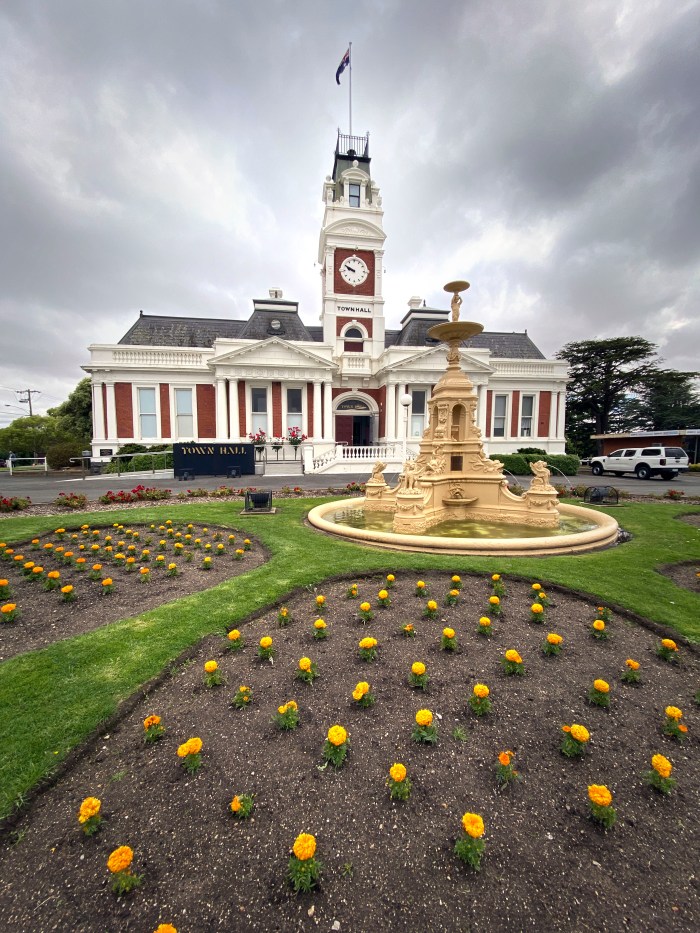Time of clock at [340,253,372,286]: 9:50
